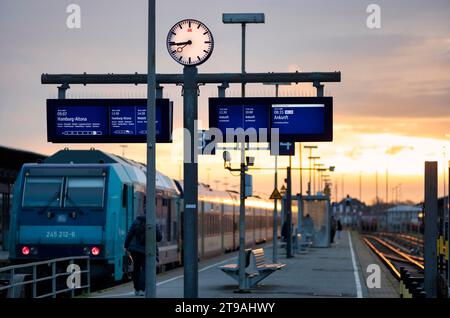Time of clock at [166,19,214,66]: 7:43
